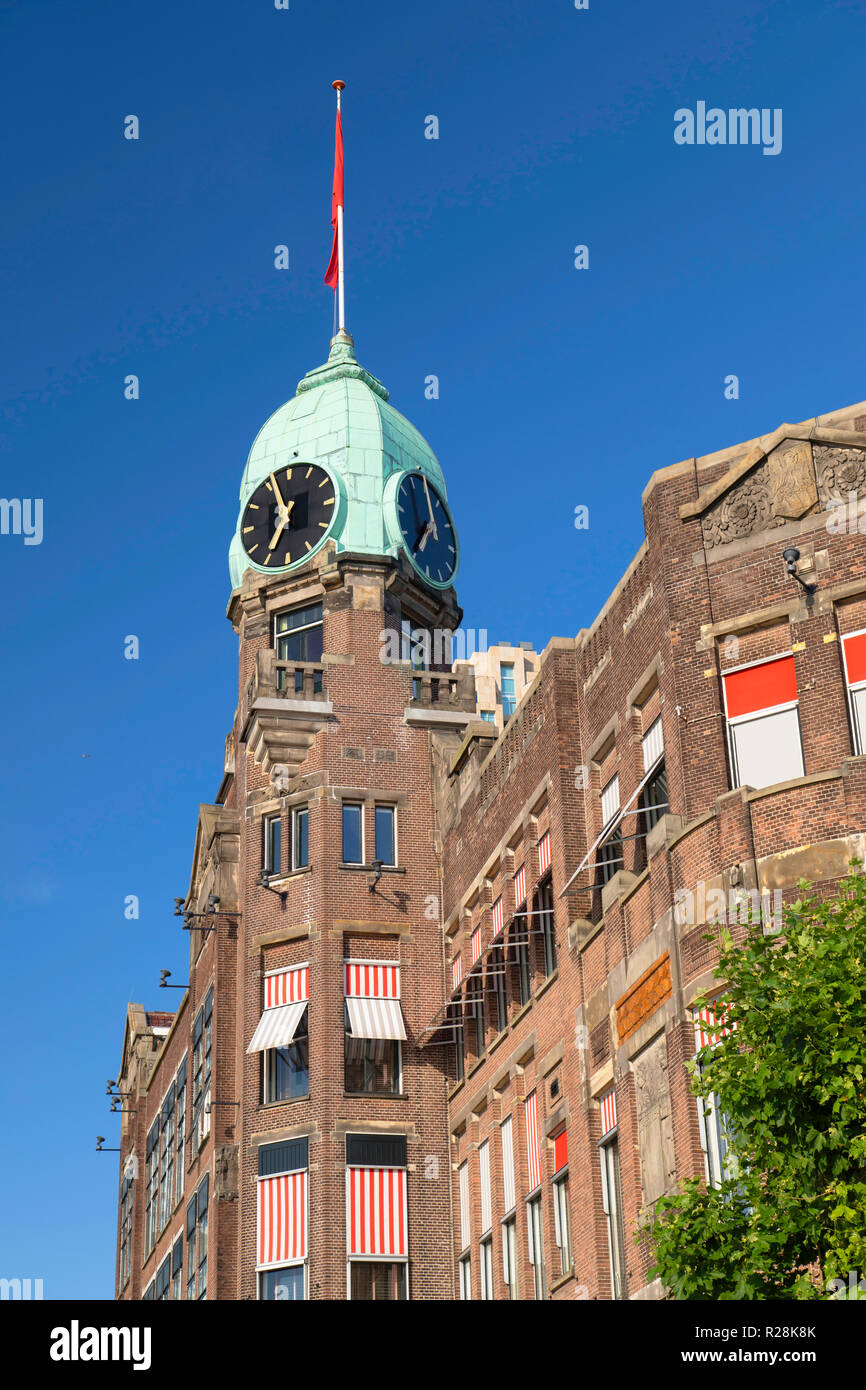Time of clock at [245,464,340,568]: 6:56
